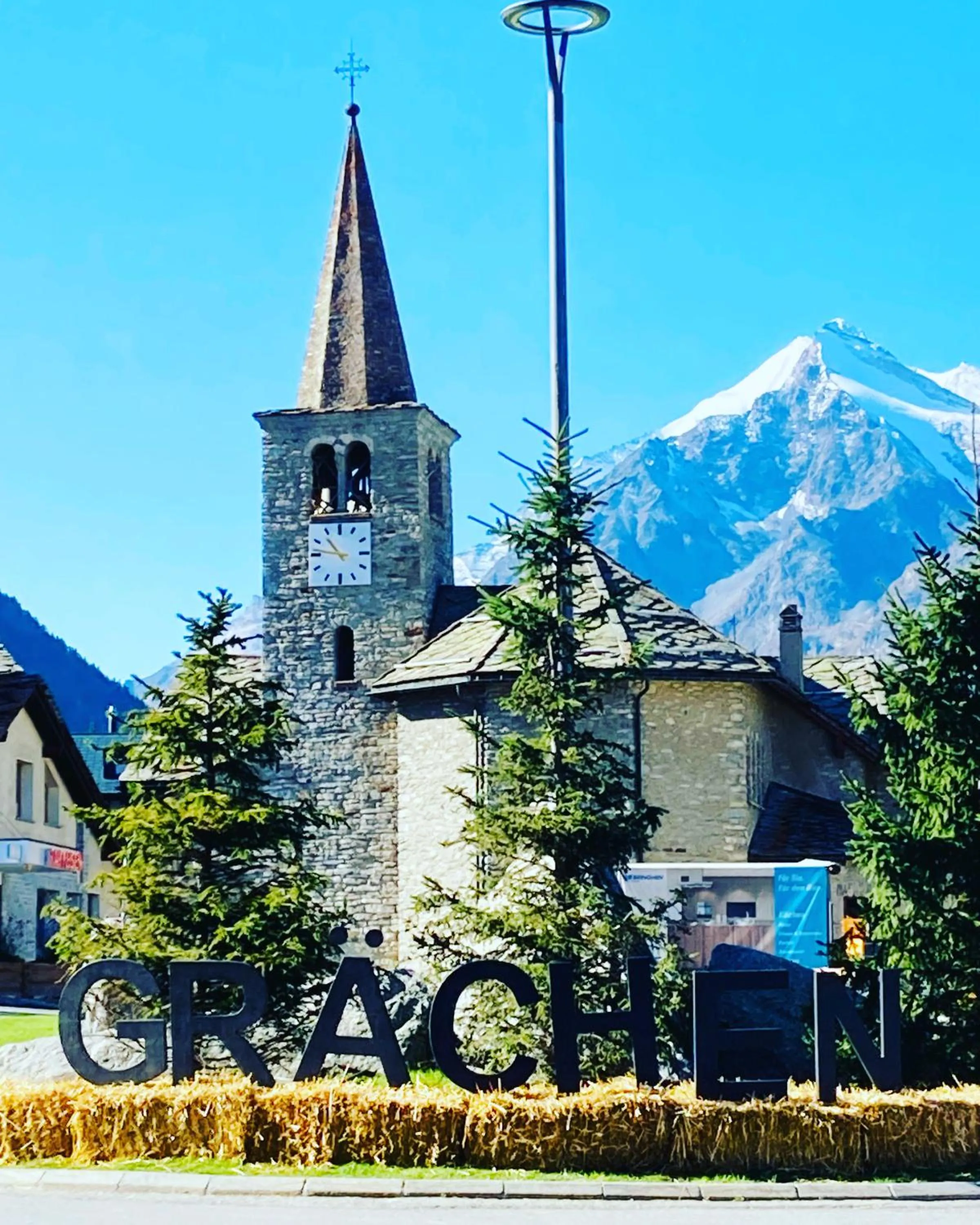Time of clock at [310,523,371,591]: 10:46
